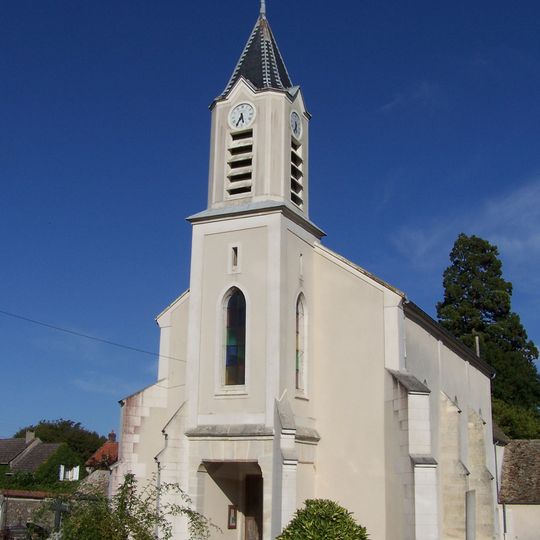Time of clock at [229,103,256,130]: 5:35
